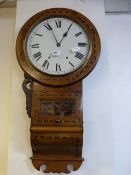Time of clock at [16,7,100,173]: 12:56
